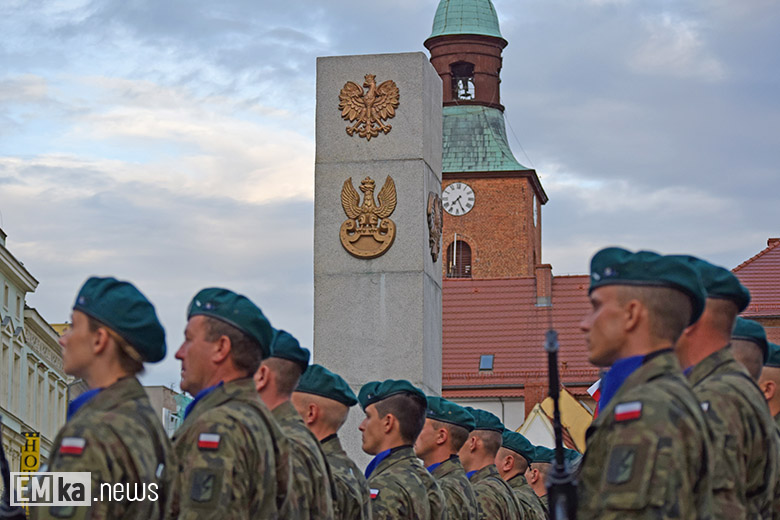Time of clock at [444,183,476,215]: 7:25
